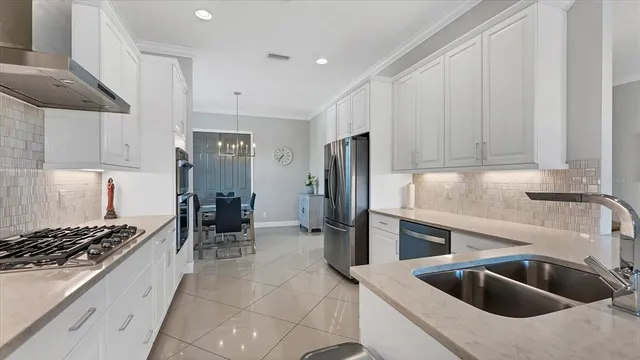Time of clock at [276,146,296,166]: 7:36
